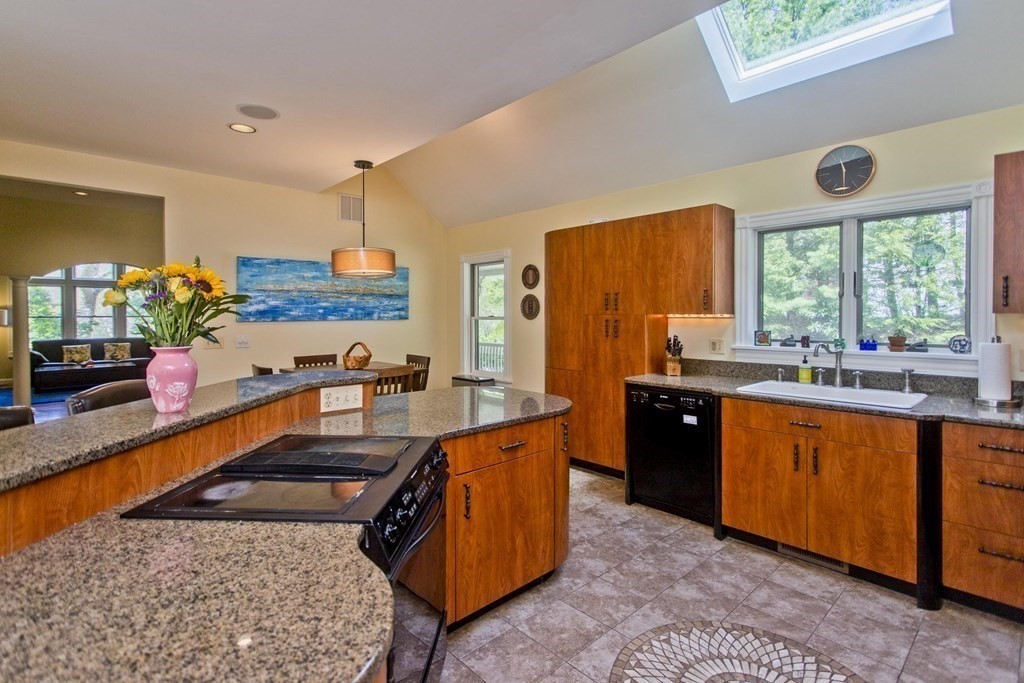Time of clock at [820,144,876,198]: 11:29
